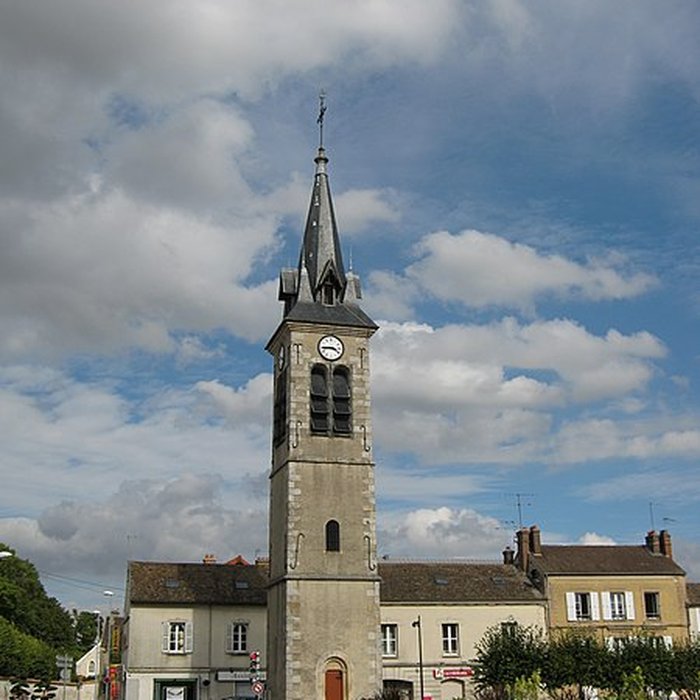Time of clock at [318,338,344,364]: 3:44
